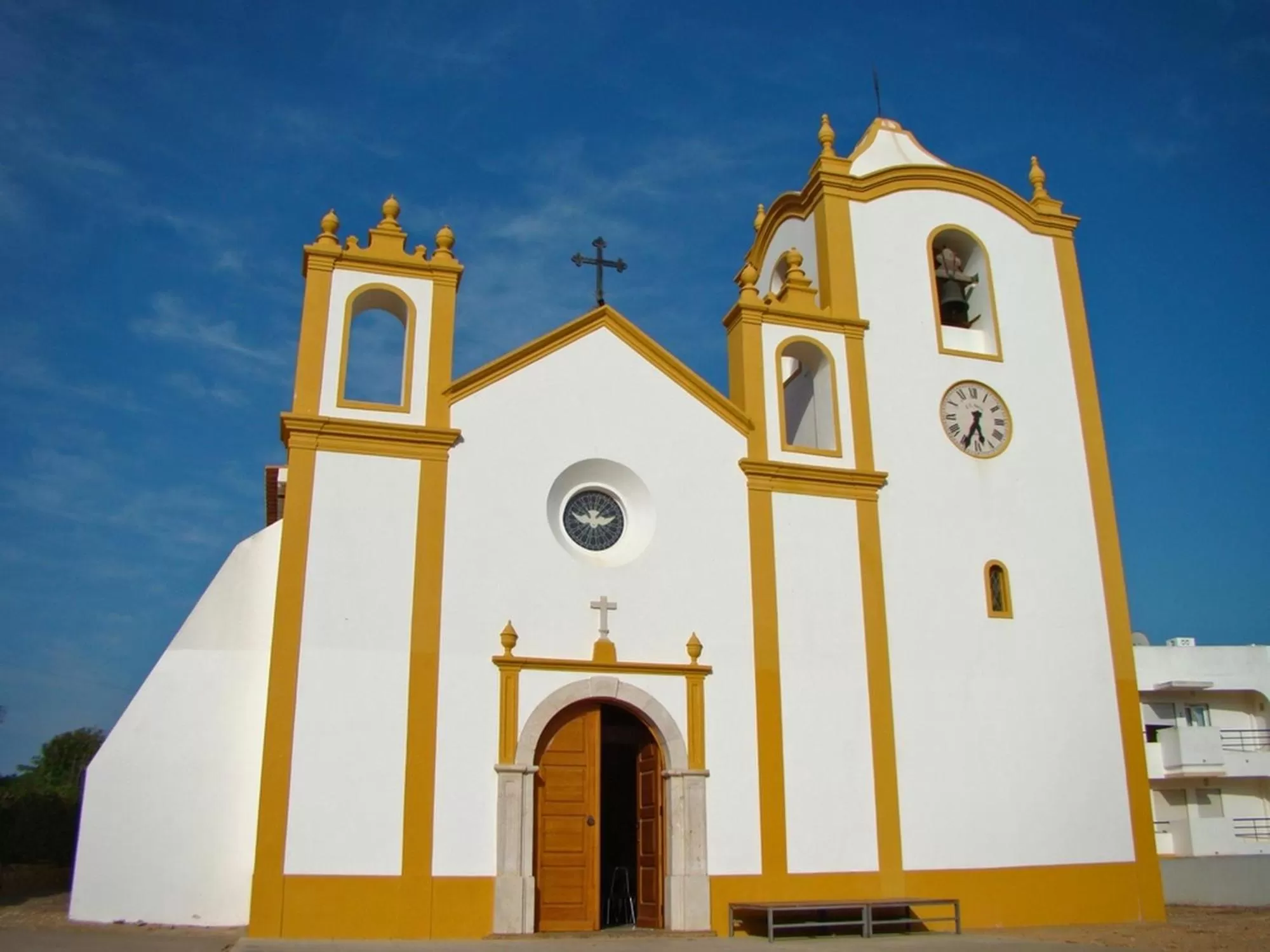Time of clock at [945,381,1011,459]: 5:34
